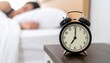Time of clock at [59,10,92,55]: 7:00
